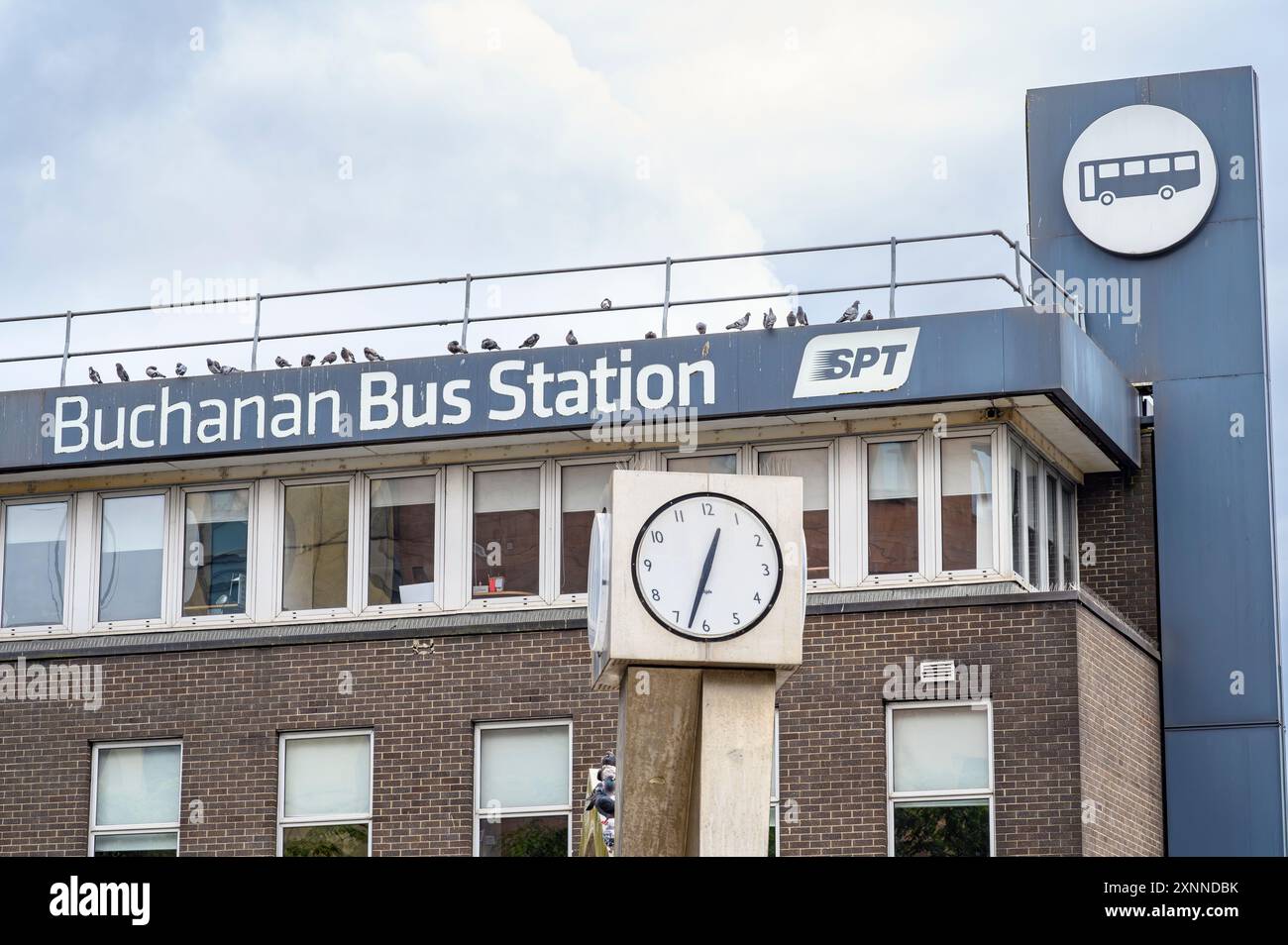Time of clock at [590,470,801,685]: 12:32
